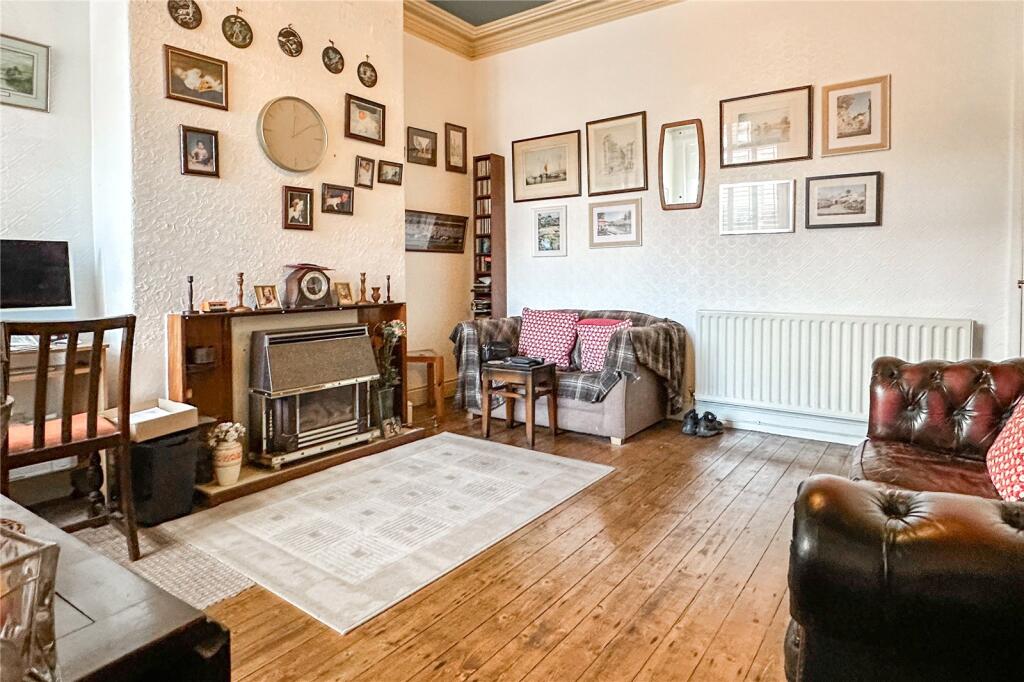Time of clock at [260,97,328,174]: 12:09
